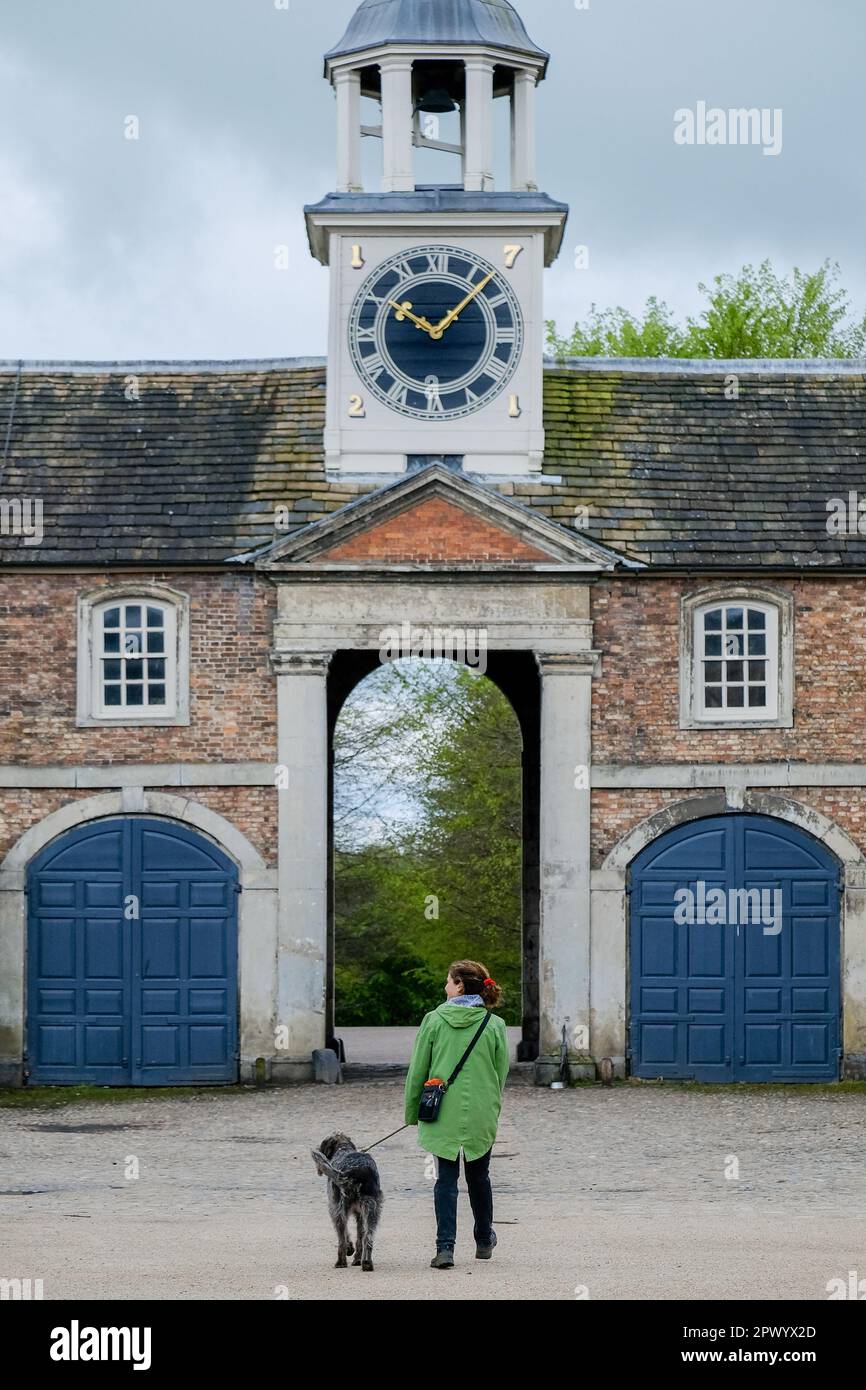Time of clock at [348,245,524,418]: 10:07
